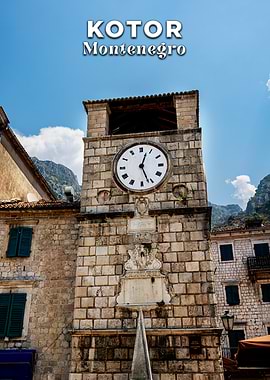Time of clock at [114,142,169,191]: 12:26
